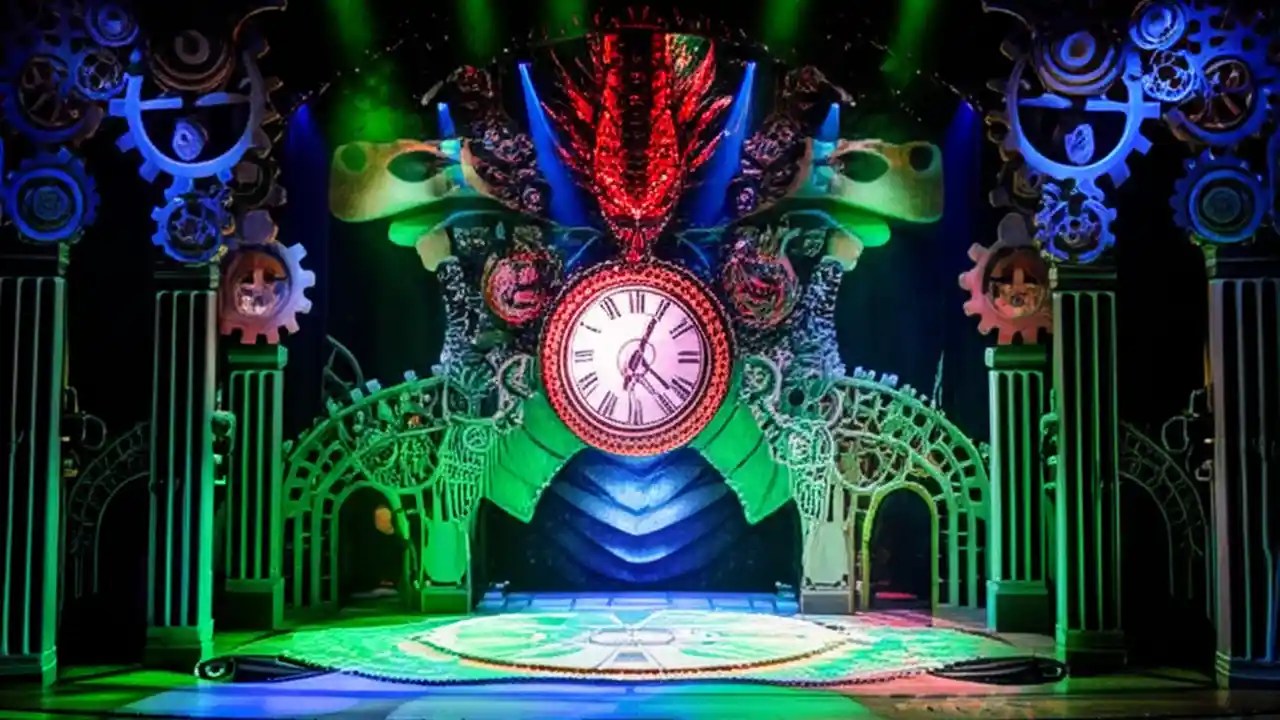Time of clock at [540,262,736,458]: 4:04
